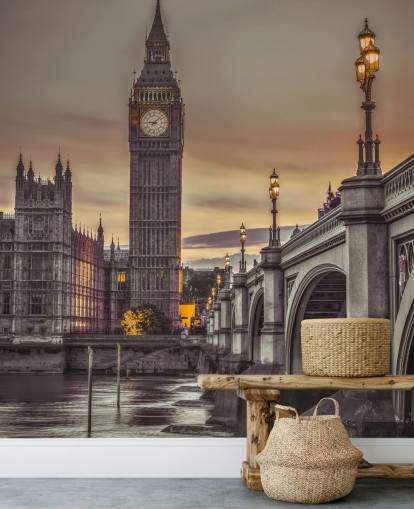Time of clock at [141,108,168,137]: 9:08
